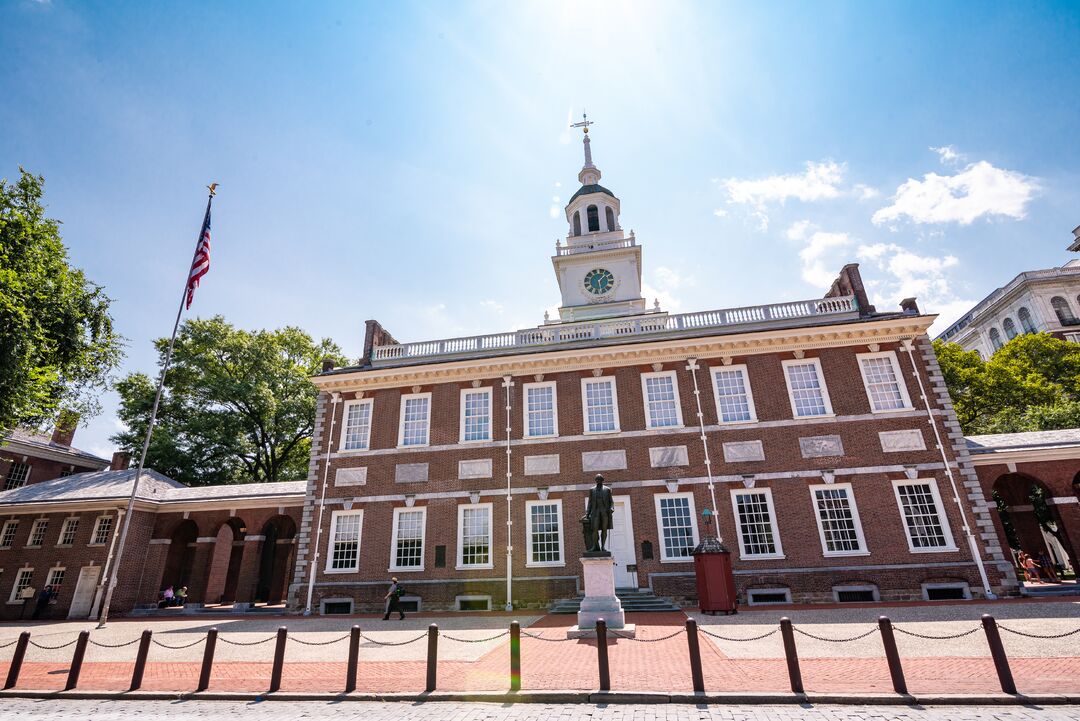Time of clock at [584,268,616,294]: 1:28
